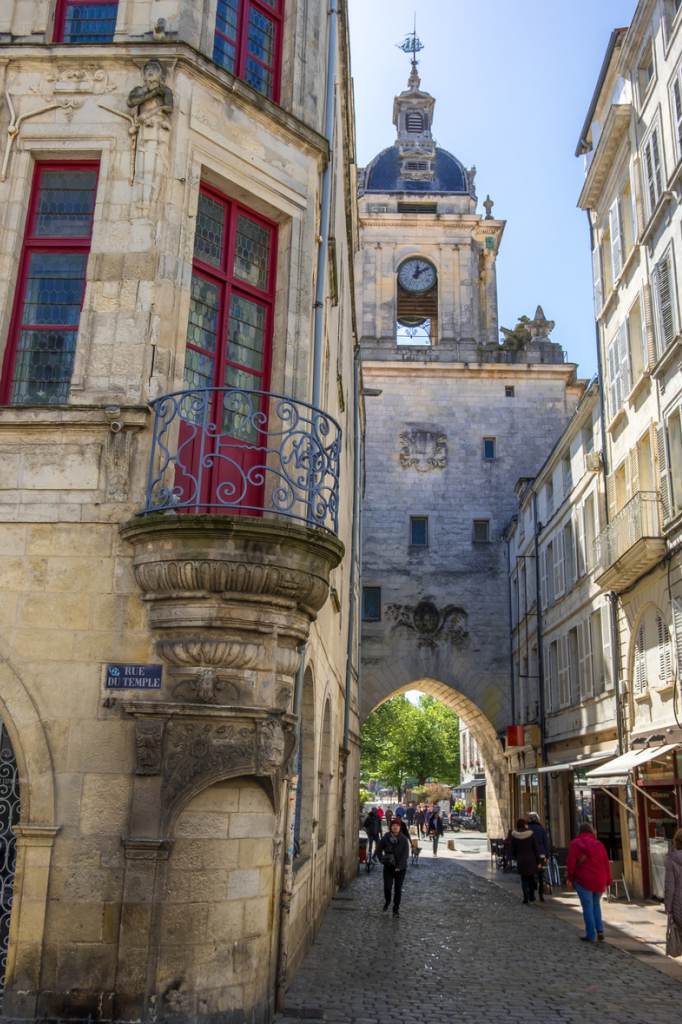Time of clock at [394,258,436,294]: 12:09
